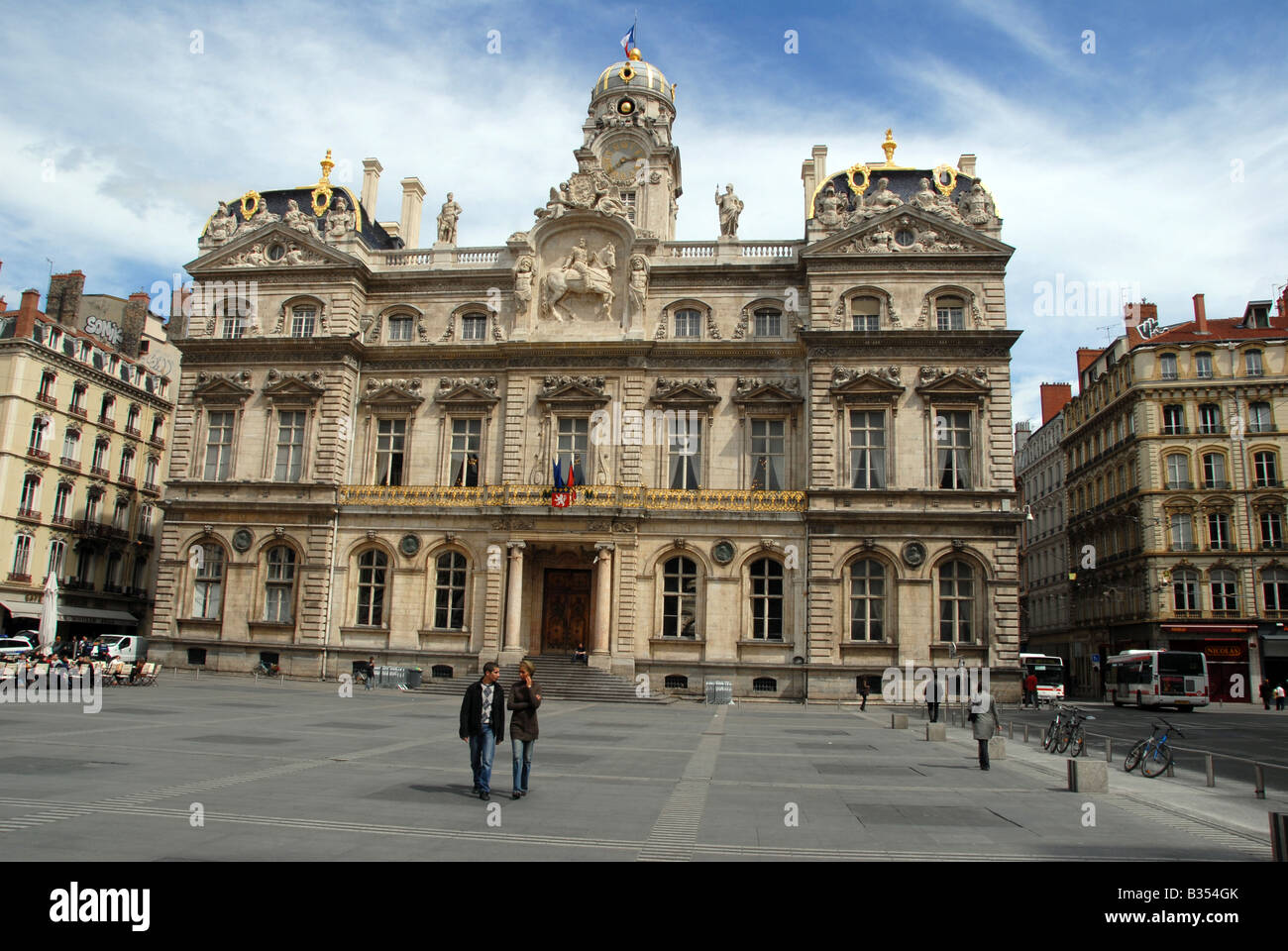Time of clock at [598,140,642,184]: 2:38
